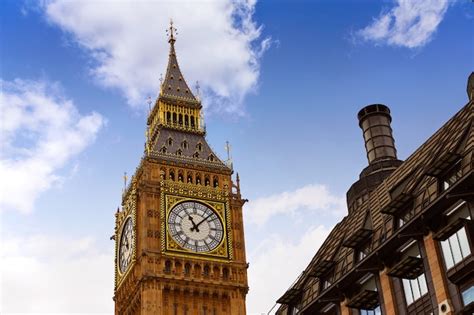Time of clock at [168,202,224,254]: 11:07
